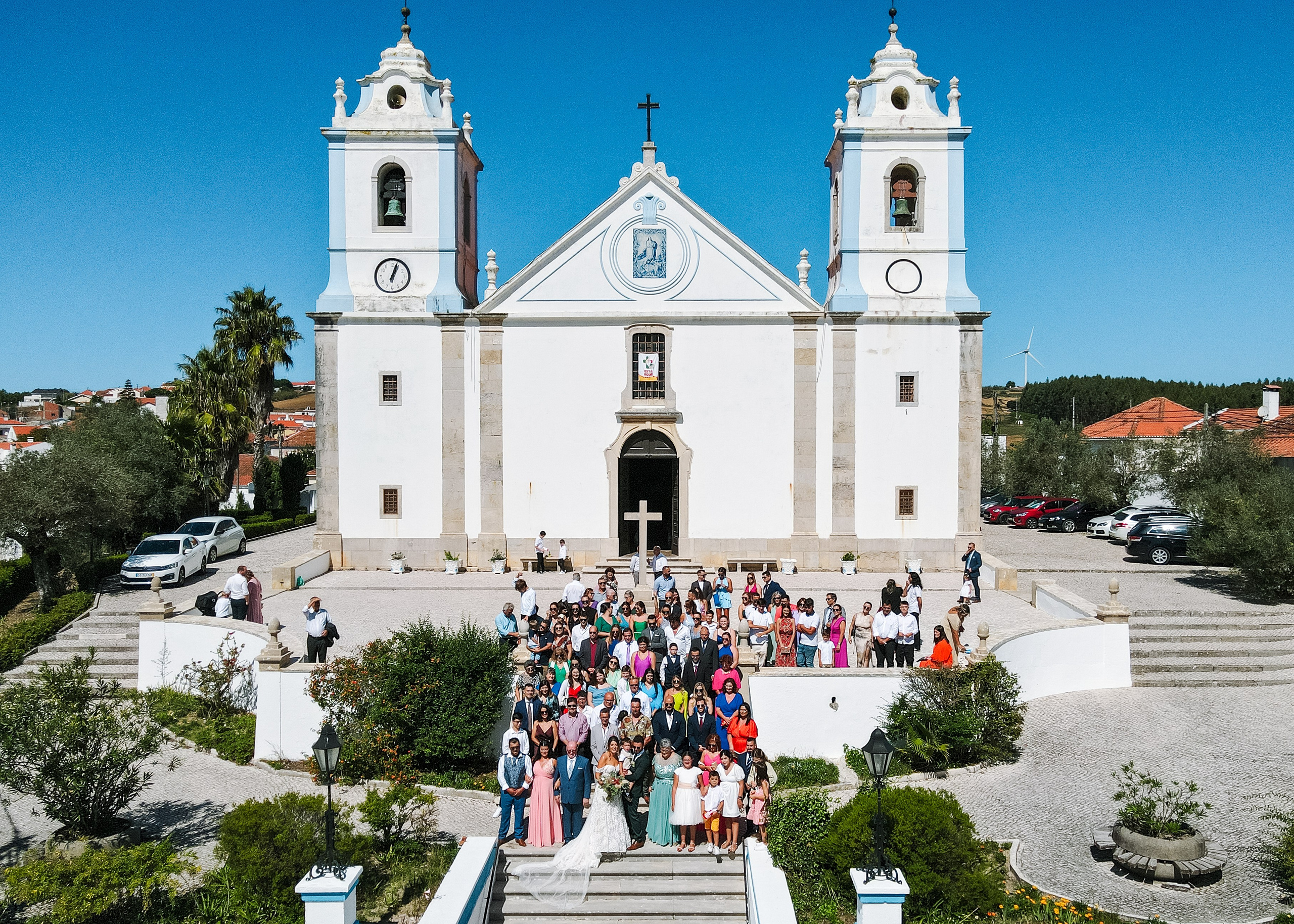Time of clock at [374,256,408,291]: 1:03
